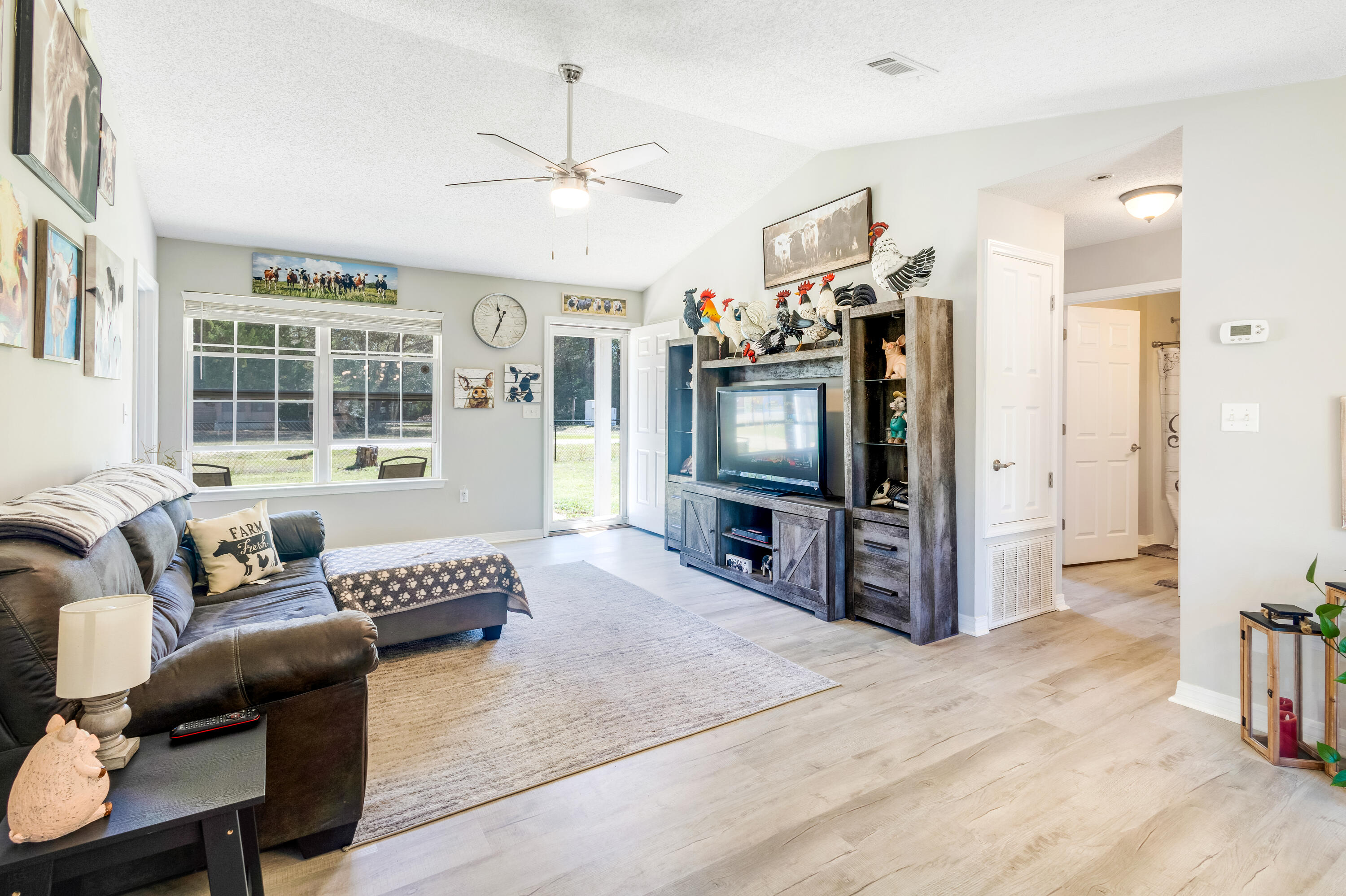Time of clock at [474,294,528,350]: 11:34
